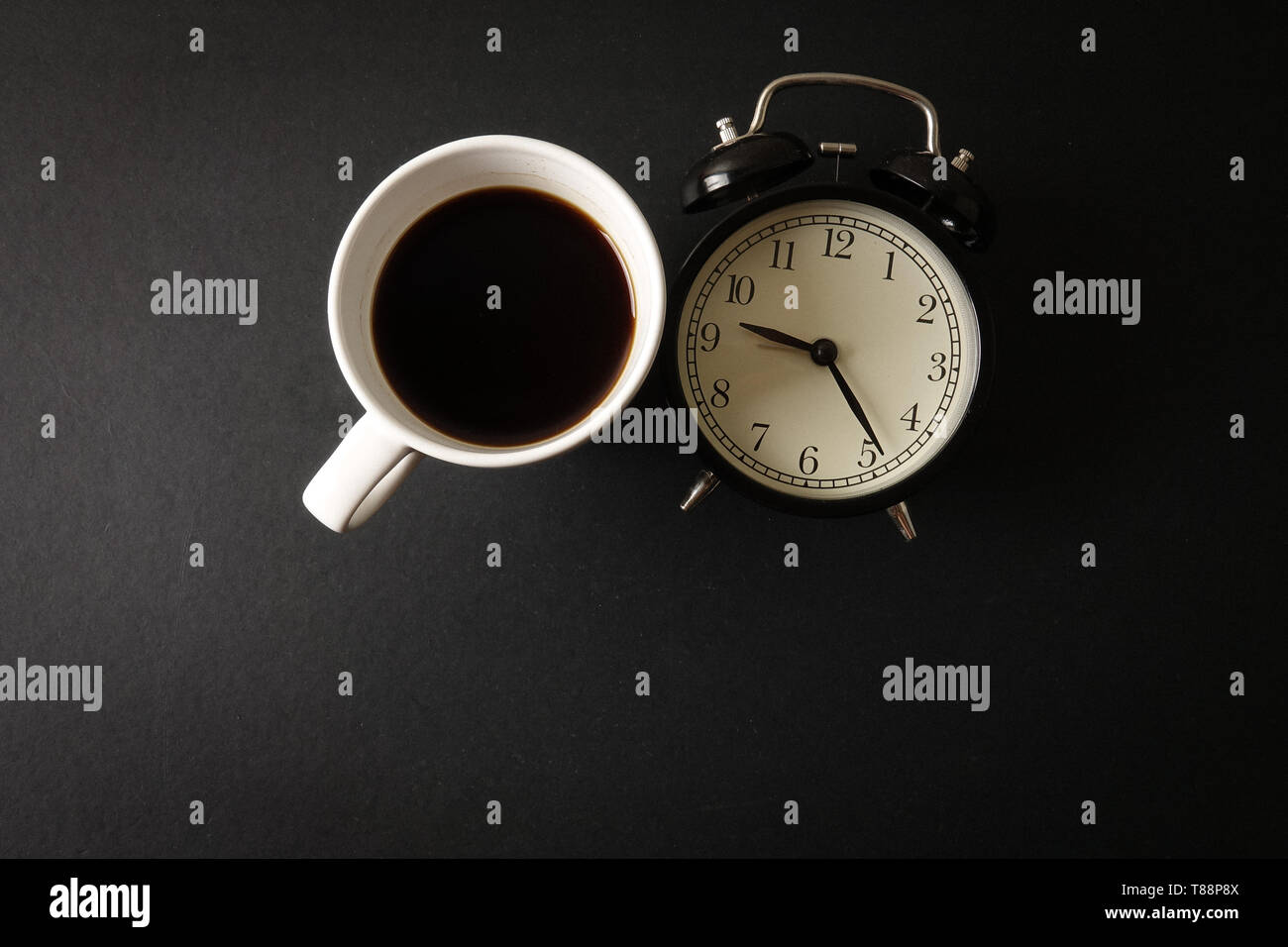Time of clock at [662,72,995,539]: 9:23
